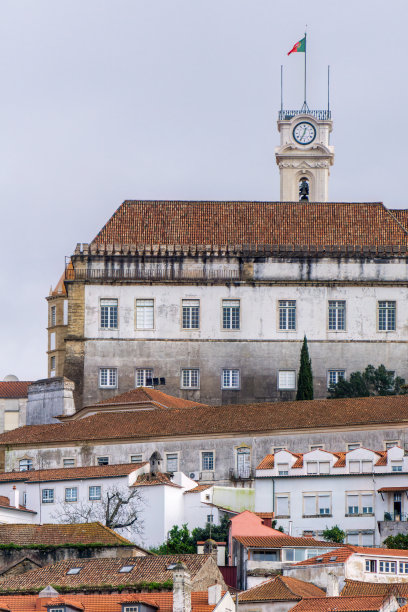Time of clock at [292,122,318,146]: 12:34
